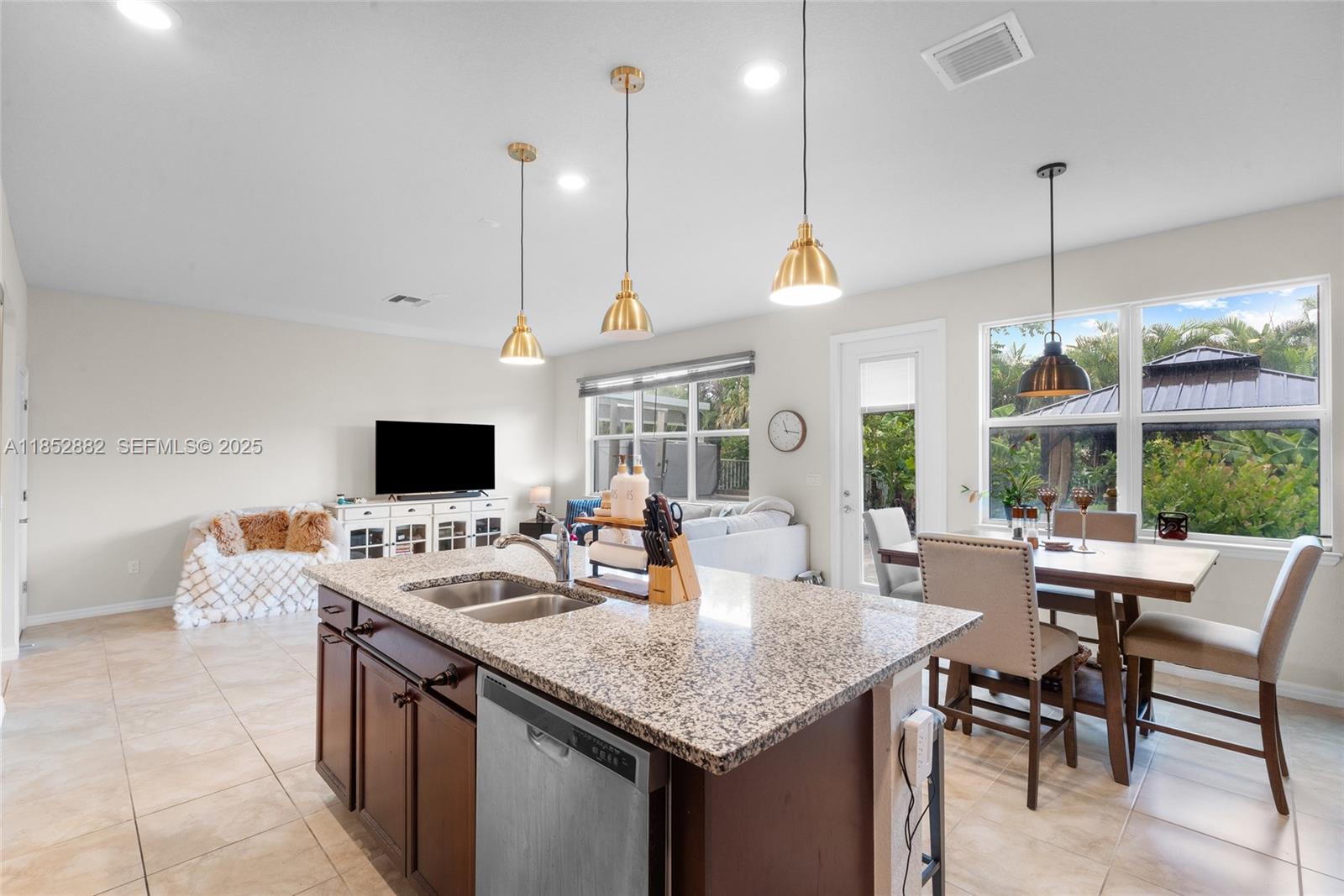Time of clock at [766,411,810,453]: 11:16
